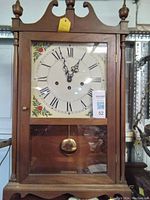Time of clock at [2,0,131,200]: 12:57
